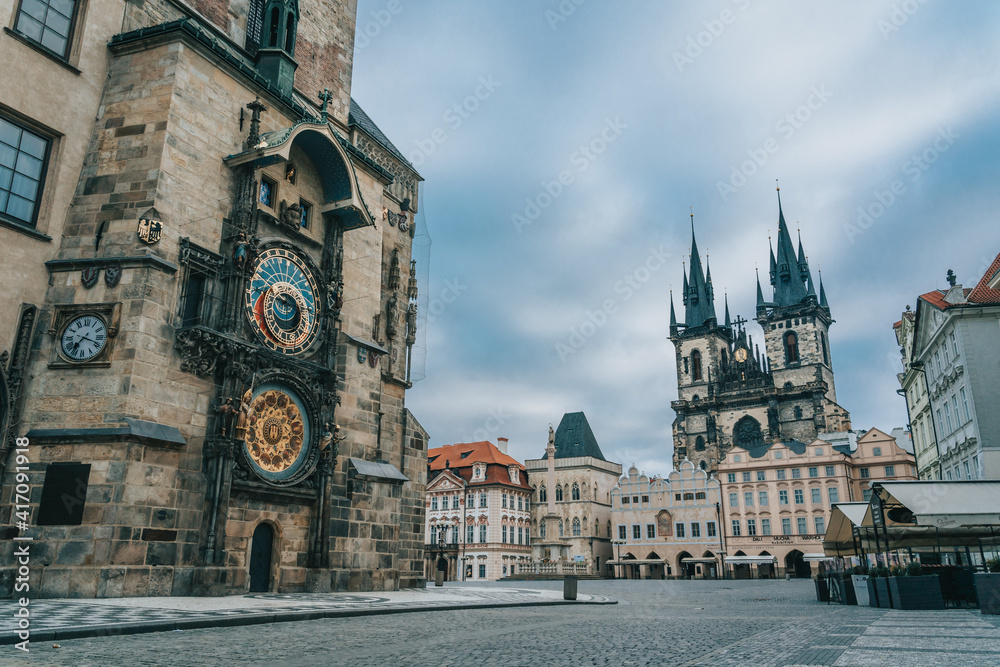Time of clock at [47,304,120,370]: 7:18
